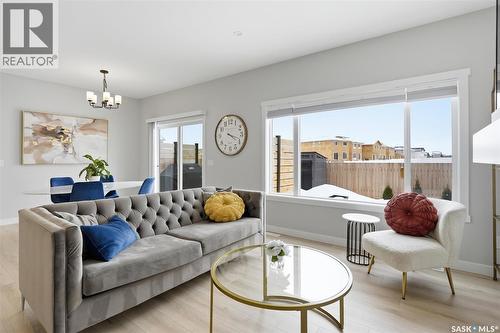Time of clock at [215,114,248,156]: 4:18
